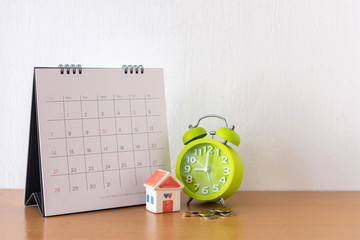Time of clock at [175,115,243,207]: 9:00
